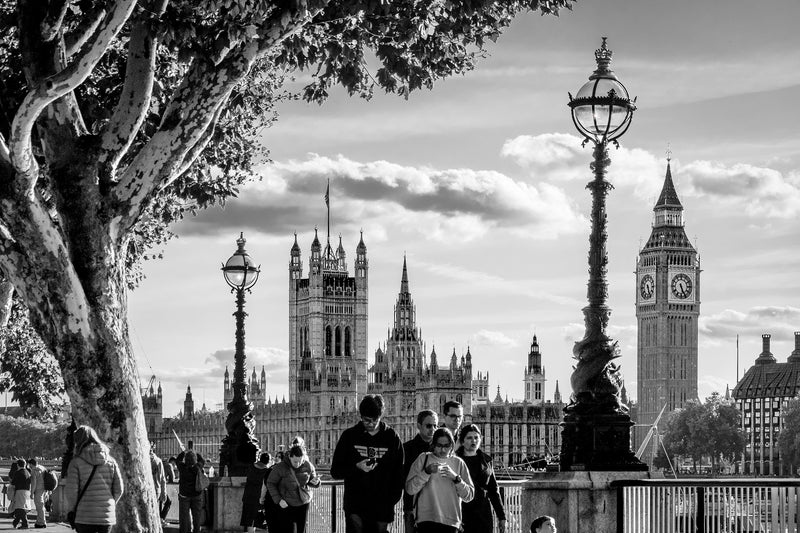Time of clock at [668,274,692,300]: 5:26
